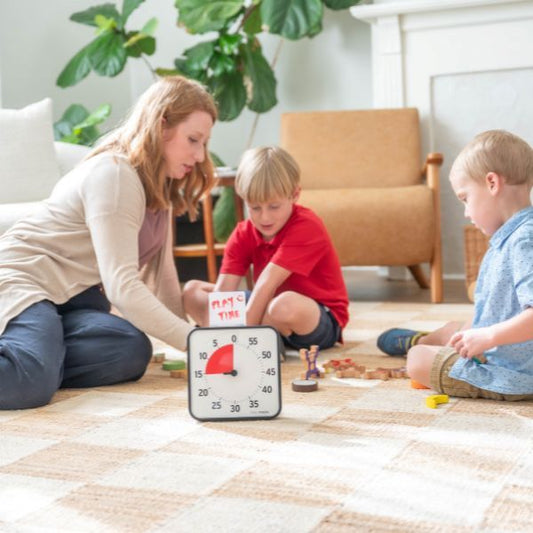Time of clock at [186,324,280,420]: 9:00
